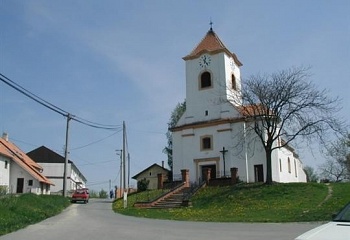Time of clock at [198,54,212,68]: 12:23
